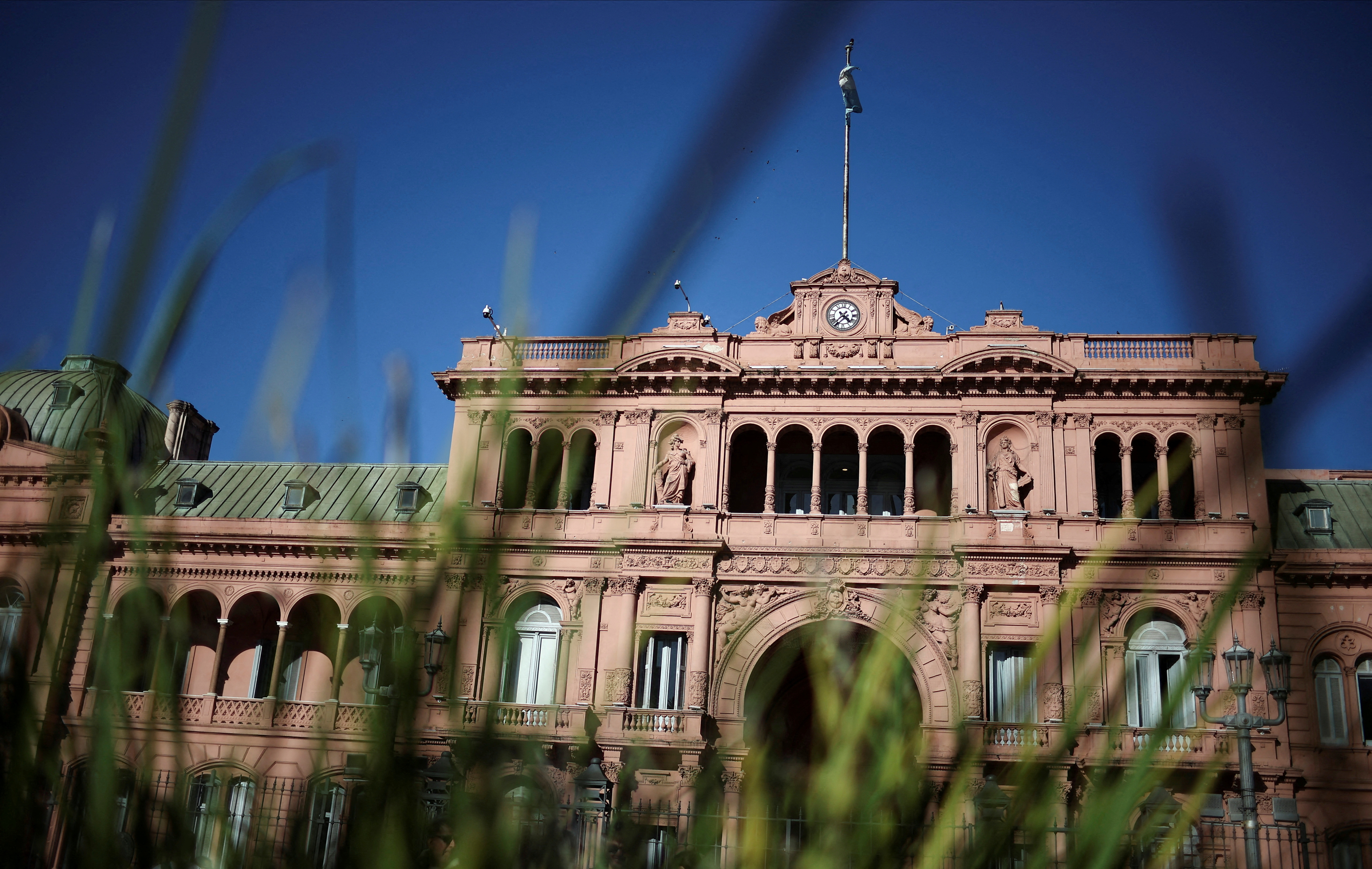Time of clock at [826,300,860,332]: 4:36
